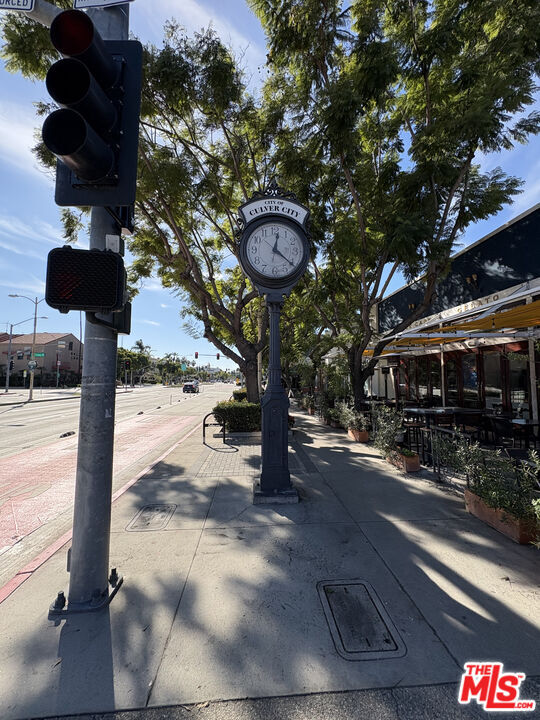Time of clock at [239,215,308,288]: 12:21
